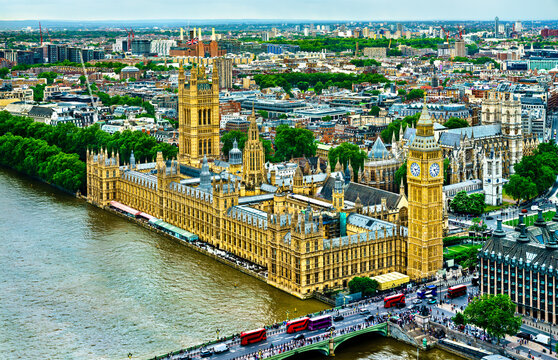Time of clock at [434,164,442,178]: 2:24
